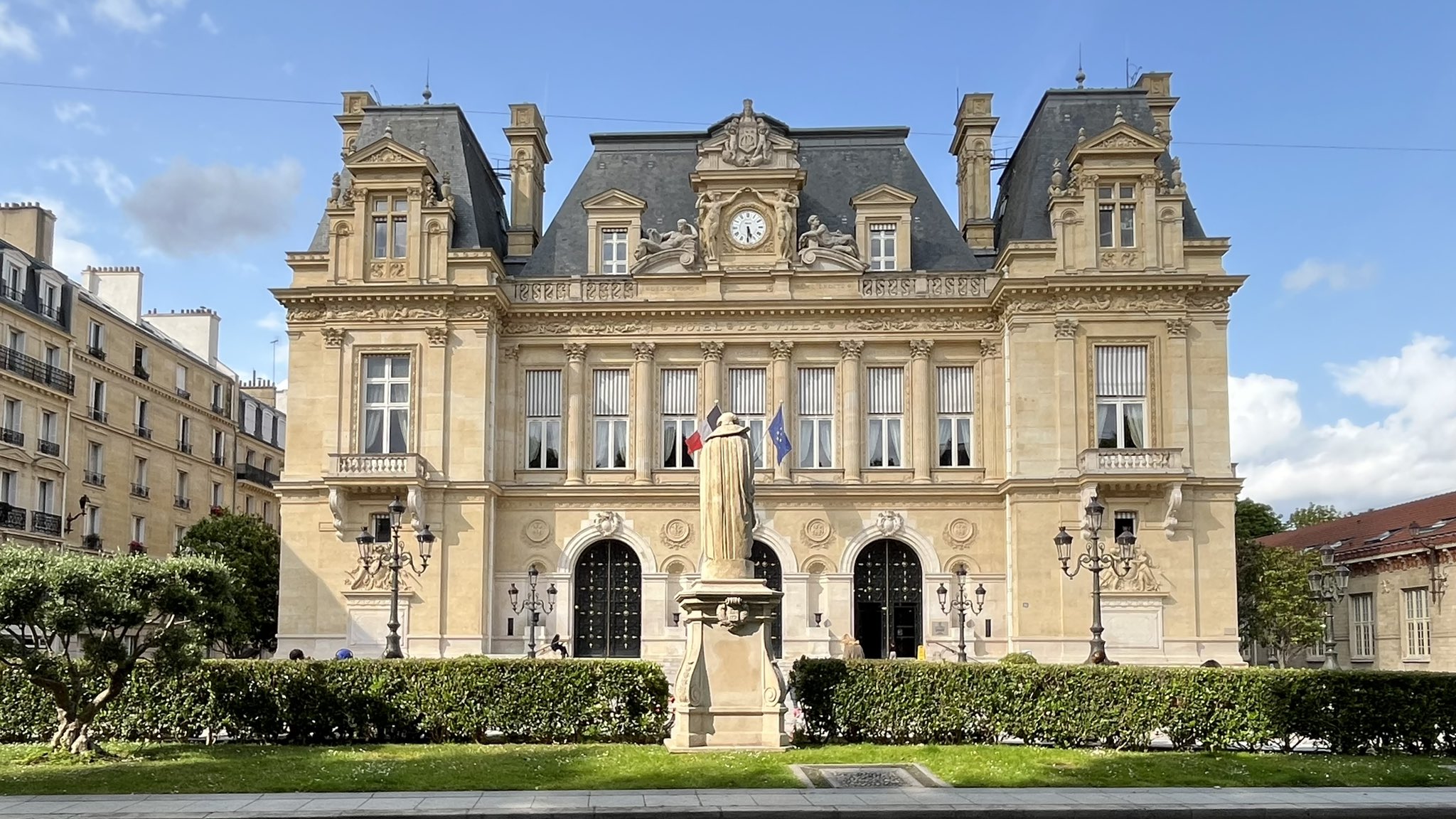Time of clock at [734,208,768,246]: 5:30
